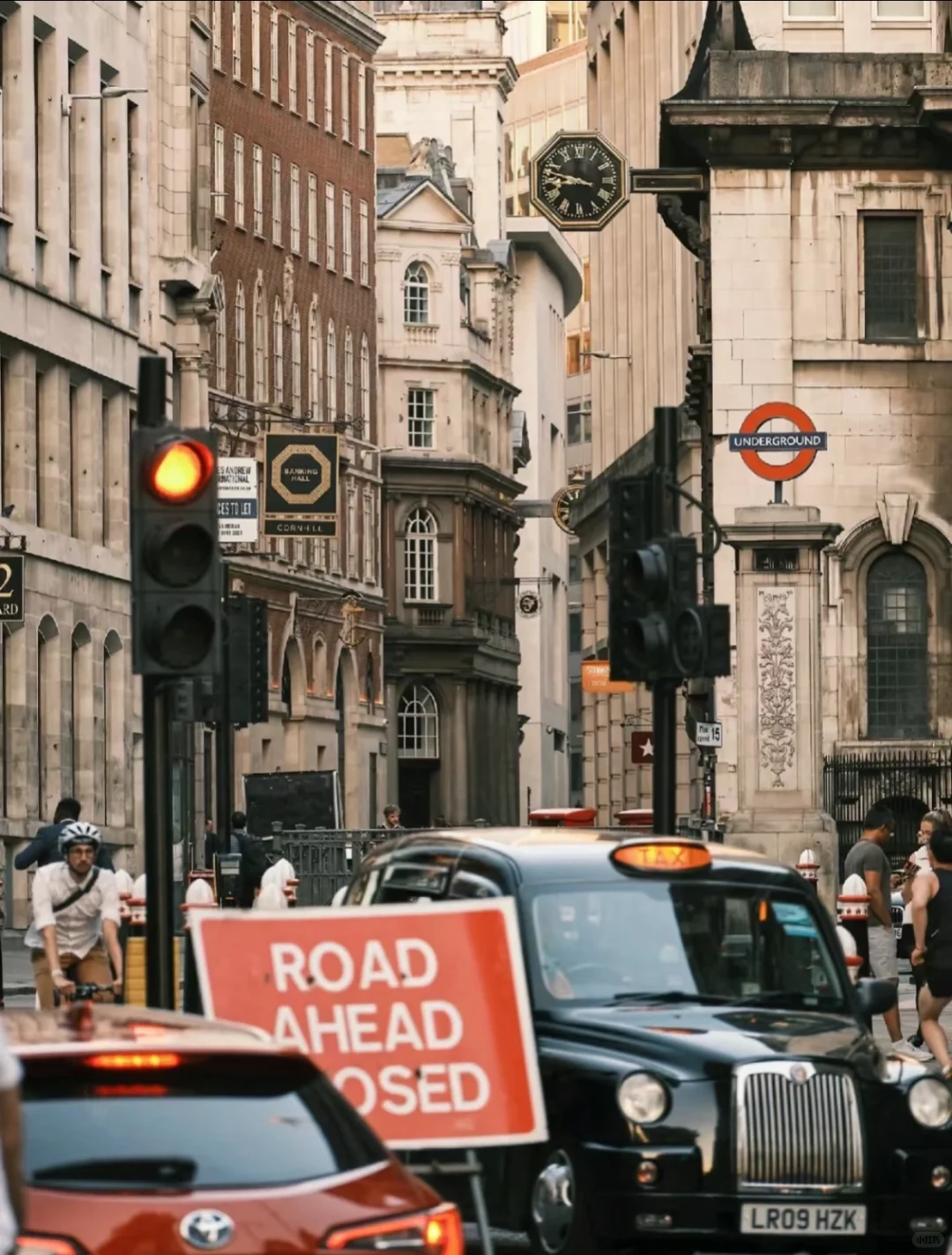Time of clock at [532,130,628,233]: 8:47
